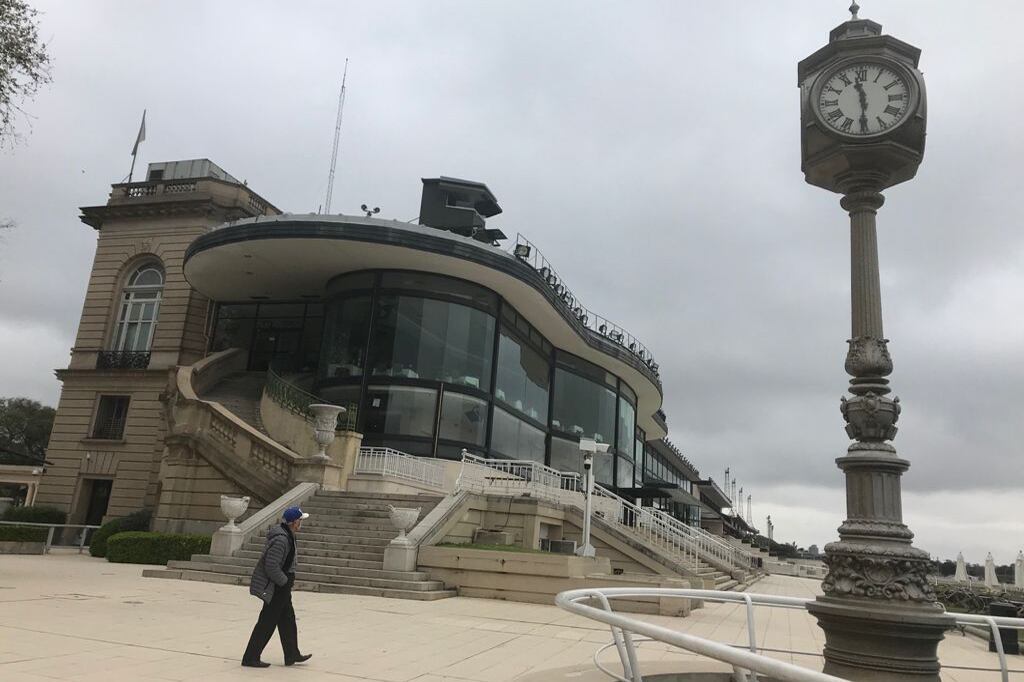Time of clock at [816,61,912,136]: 11:30
